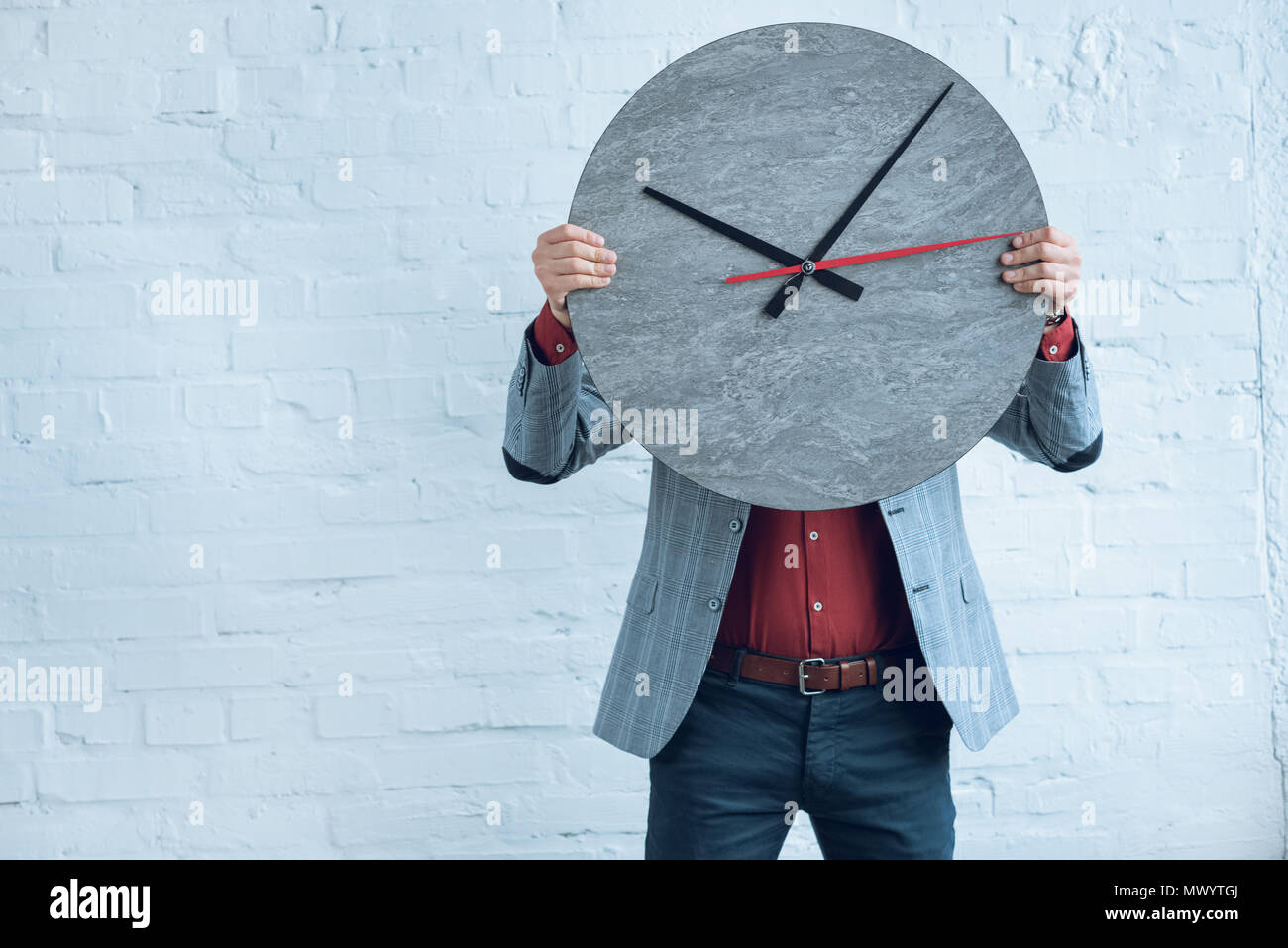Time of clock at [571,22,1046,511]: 10:07
